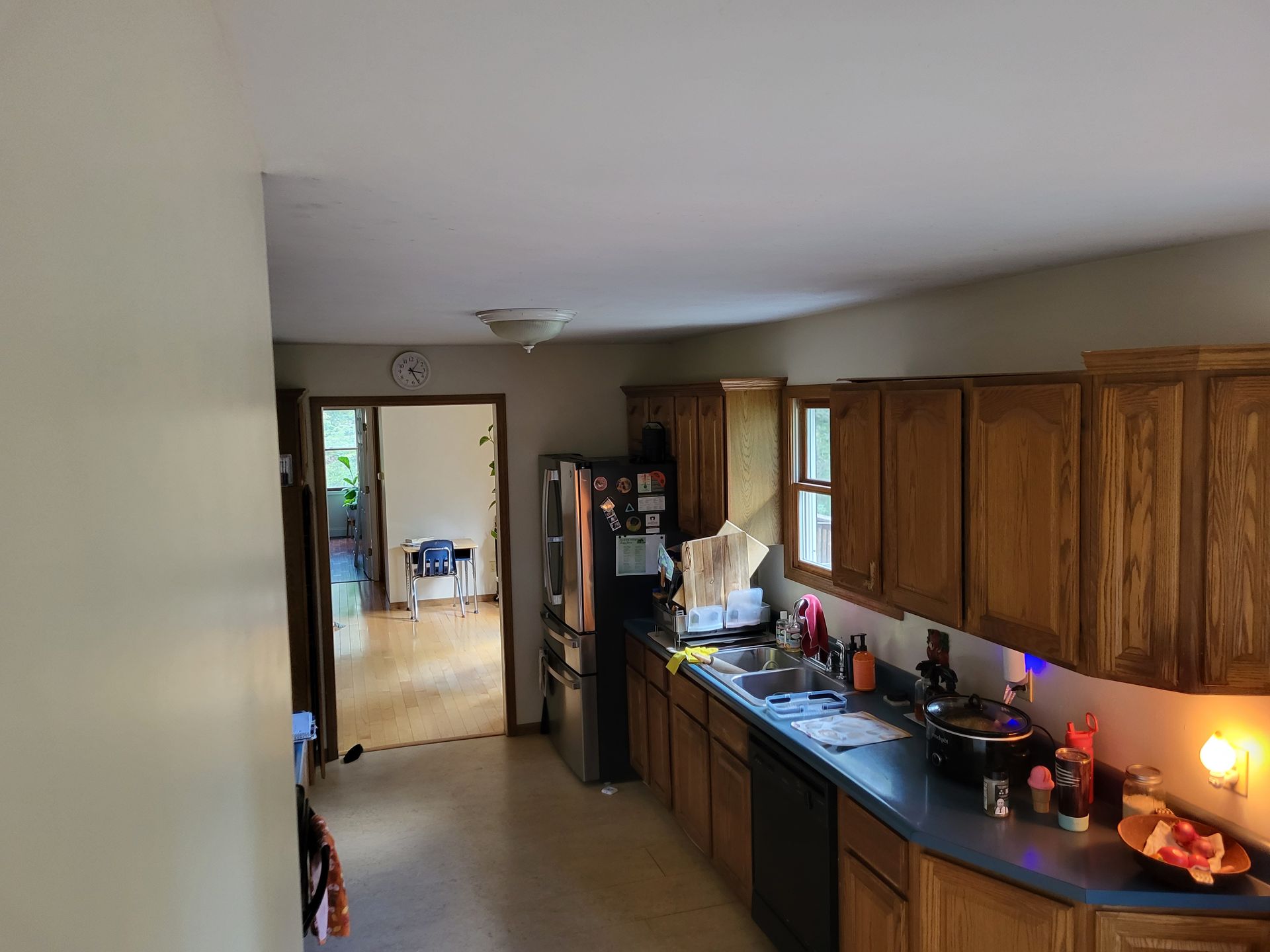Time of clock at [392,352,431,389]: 3:25
